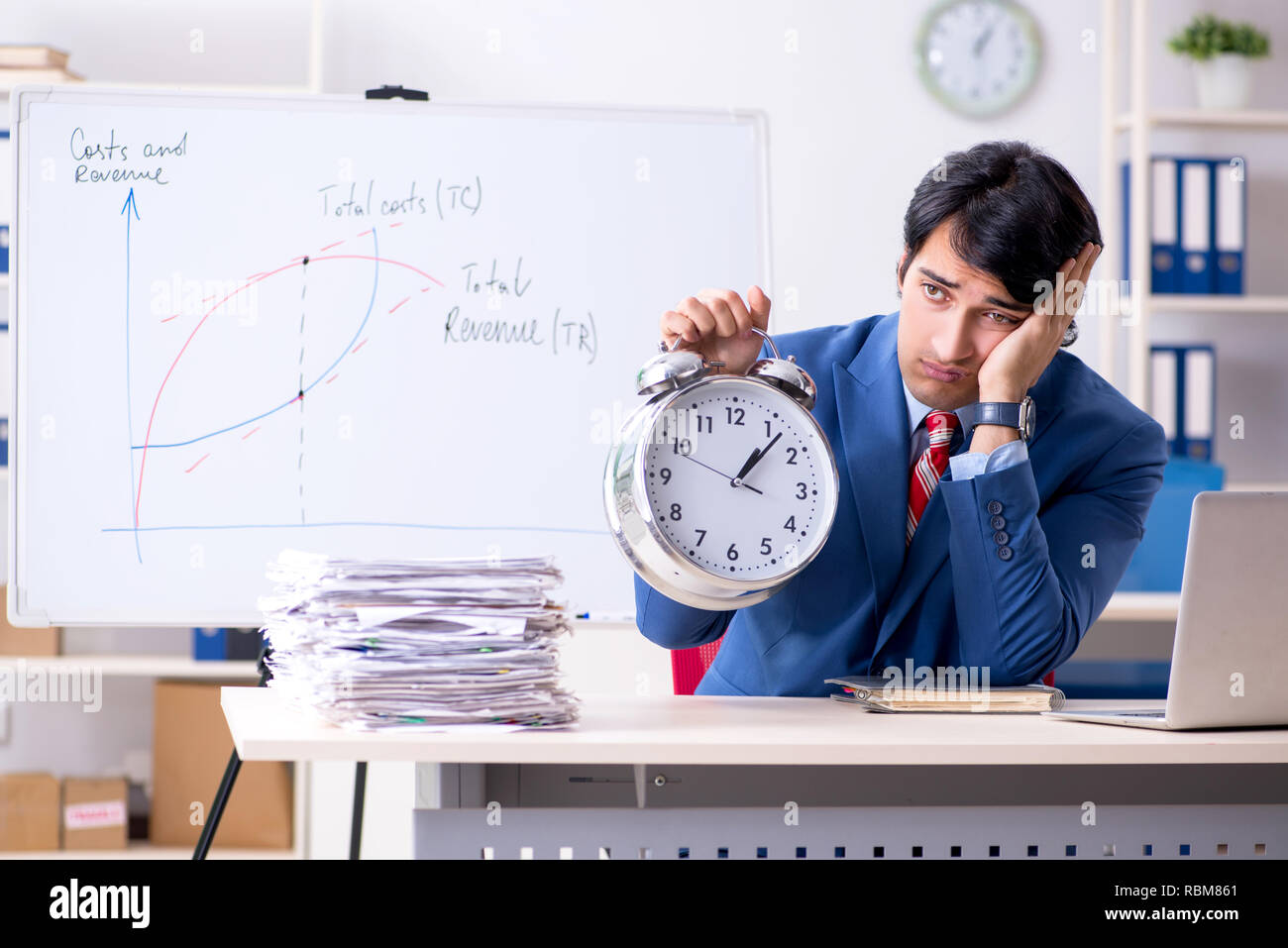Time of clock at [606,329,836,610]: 1:06
